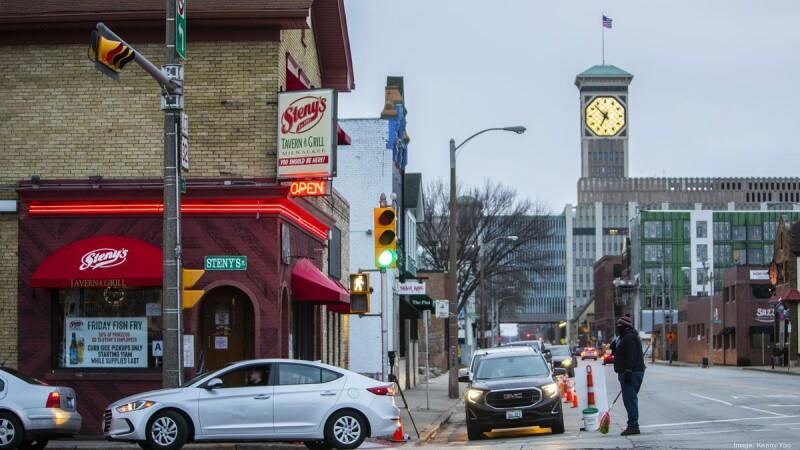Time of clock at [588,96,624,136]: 6:52
